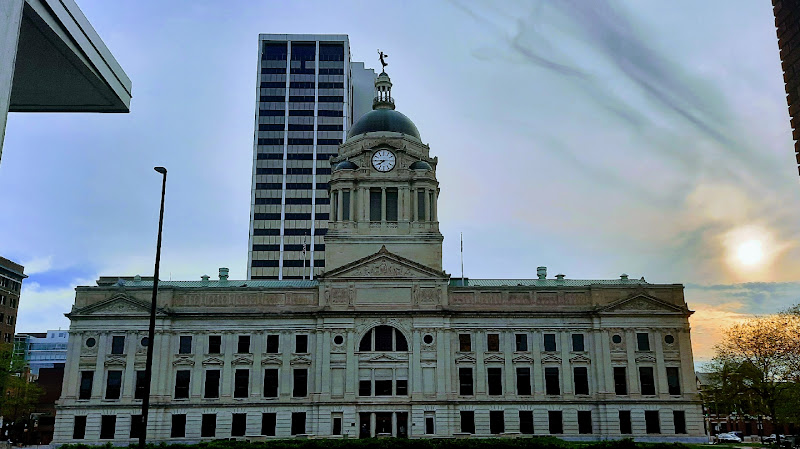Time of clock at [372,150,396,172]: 7:45
